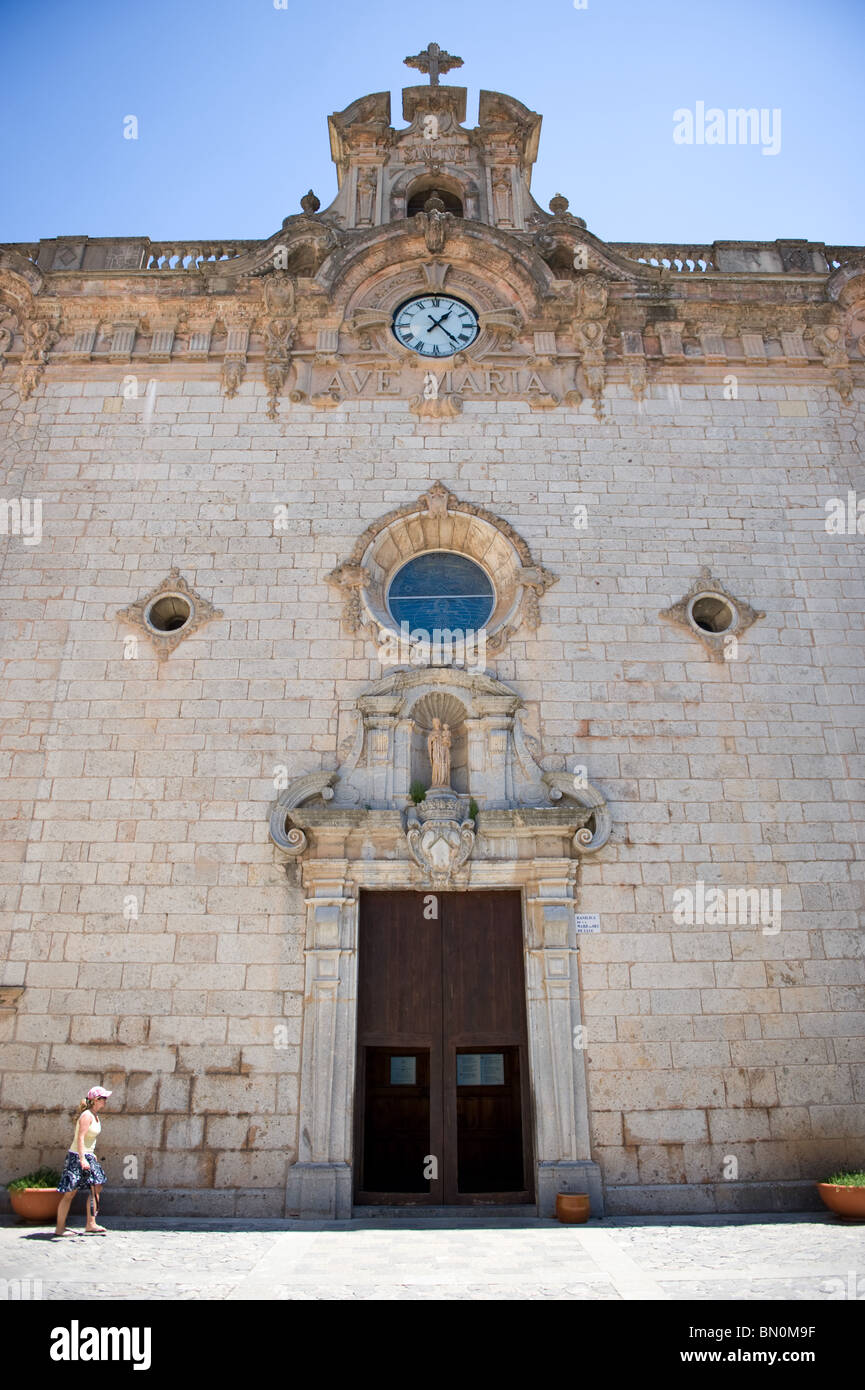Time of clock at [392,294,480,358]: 1:22
